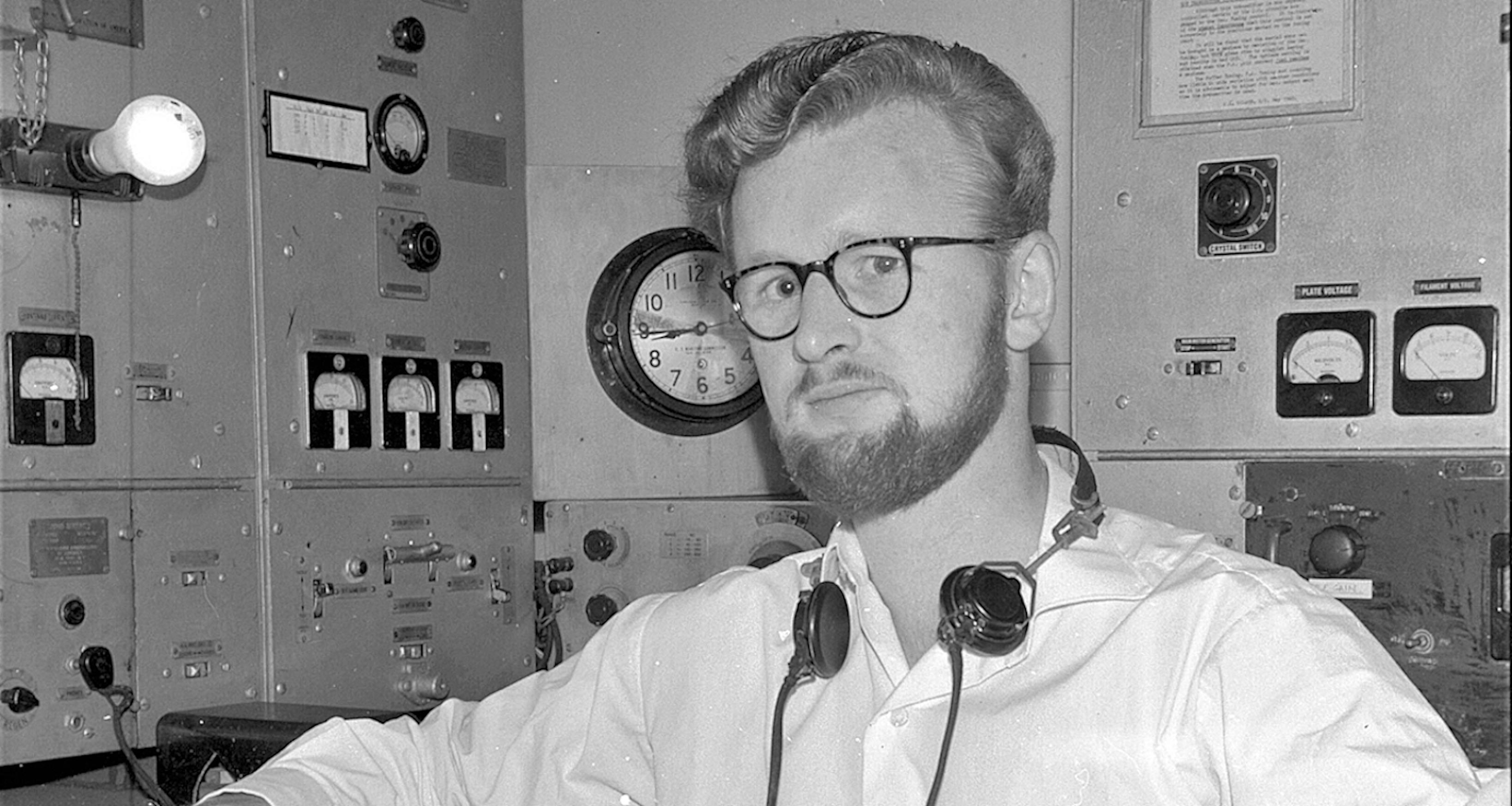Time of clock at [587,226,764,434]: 8:44
